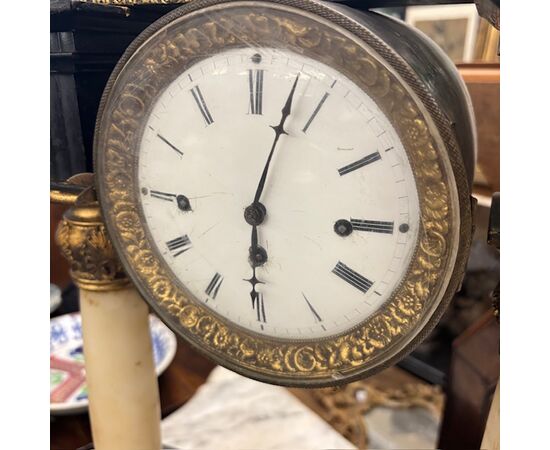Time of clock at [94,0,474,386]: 6:03
